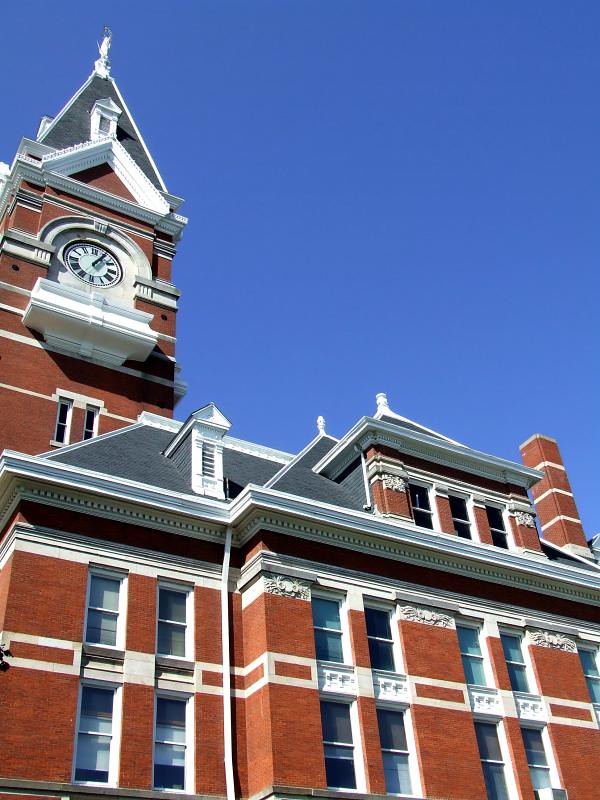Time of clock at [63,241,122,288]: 1:05
